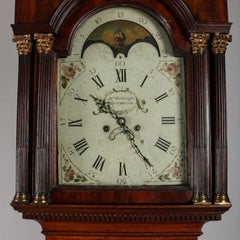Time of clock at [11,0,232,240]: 10:24
